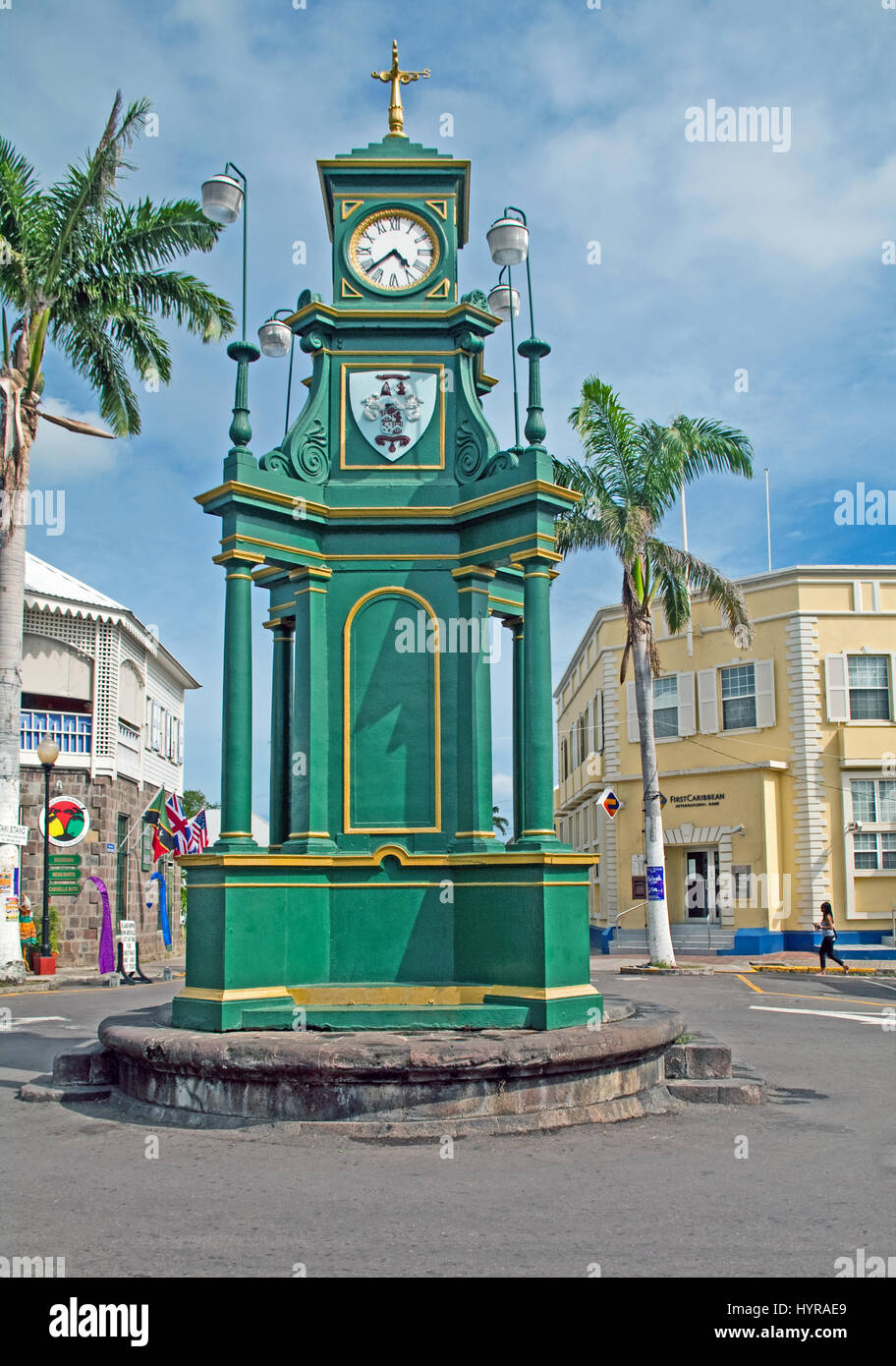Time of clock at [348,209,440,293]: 4:38
